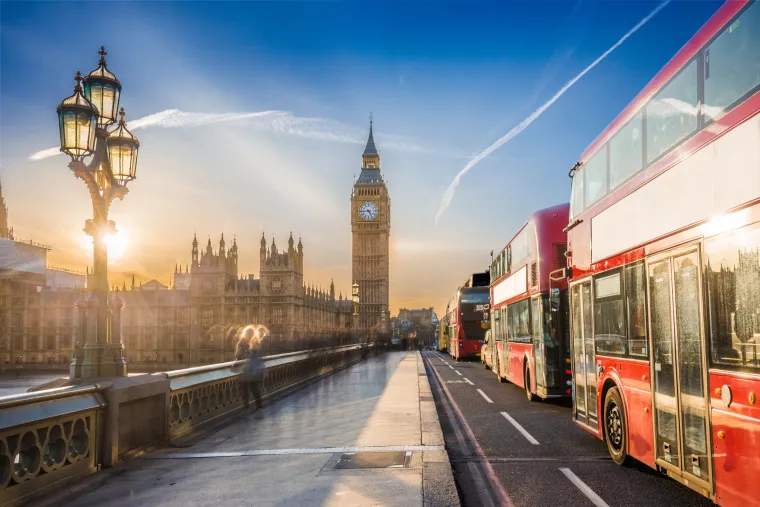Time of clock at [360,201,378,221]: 4:44
